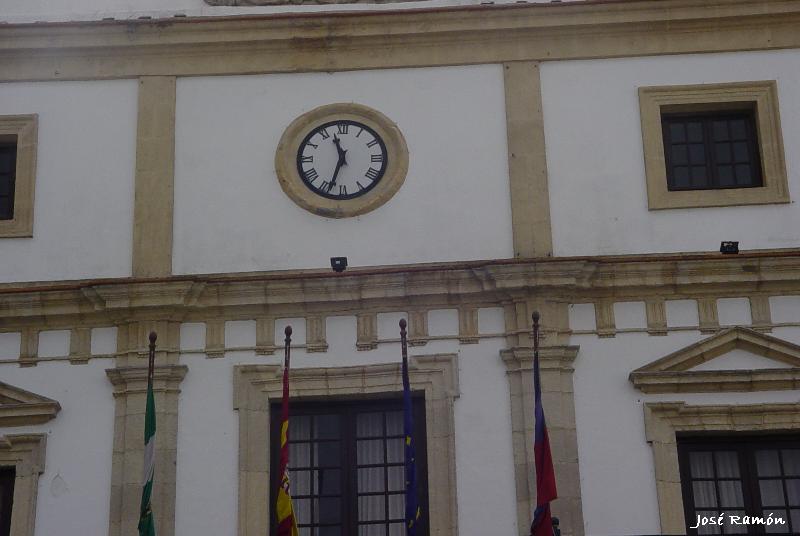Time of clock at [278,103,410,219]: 11:33
